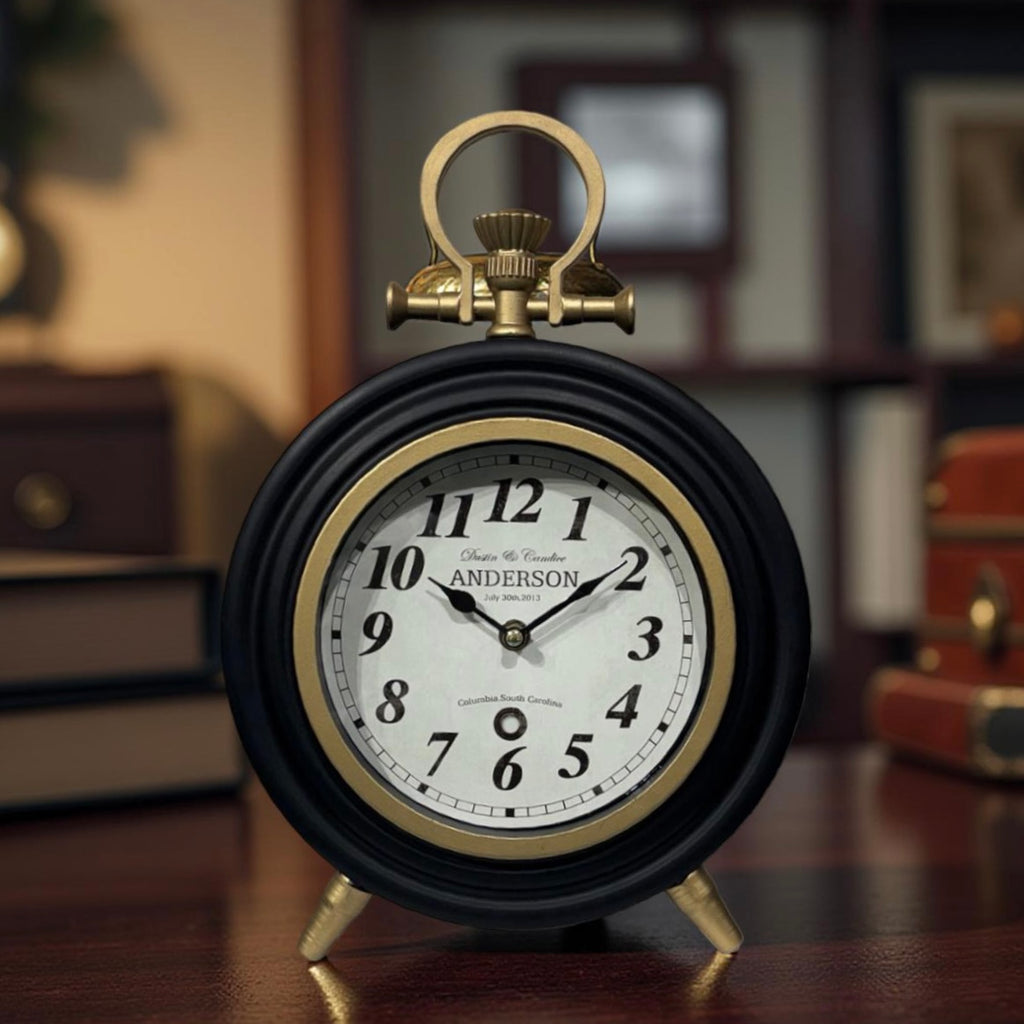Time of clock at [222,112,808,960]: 10:09
